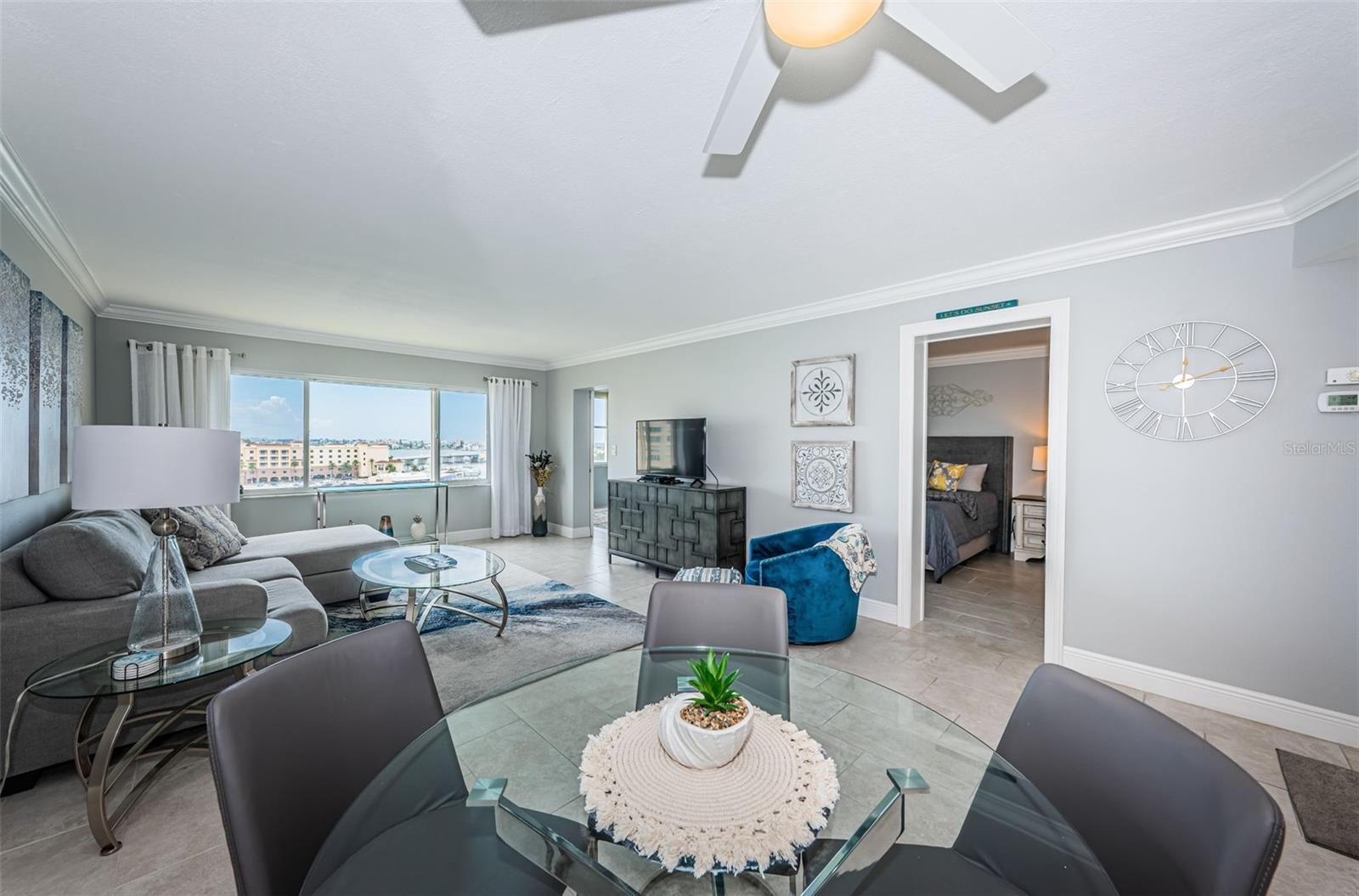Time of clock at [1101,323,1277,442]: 12:12
